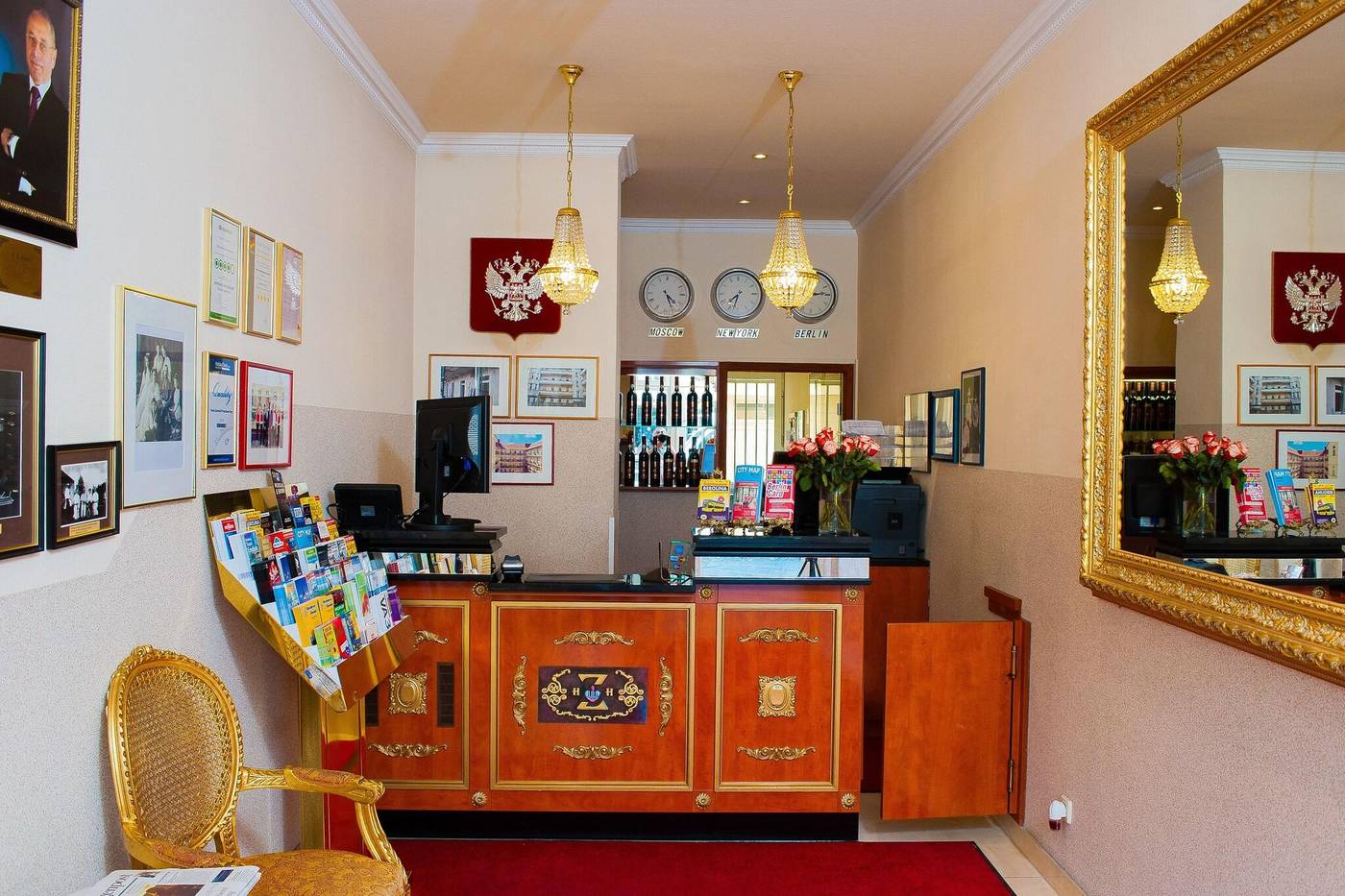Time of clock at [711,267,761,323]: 7:32
